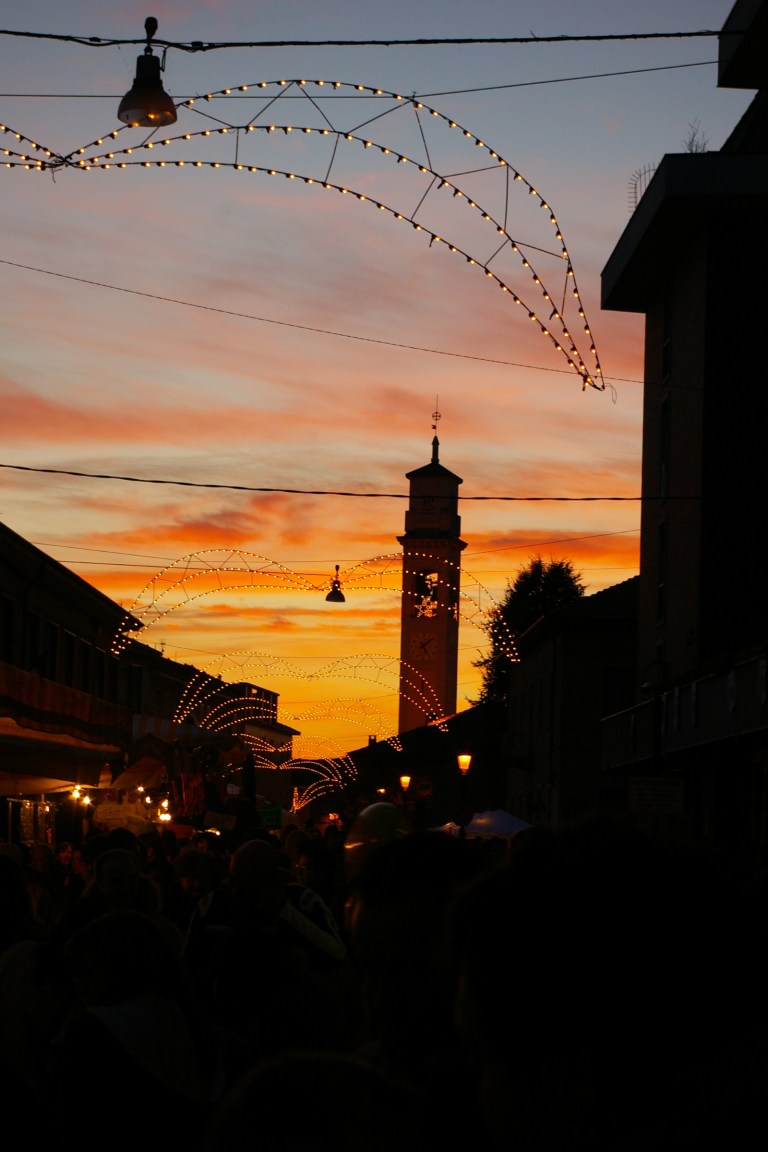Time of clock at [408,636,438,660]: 5:08
